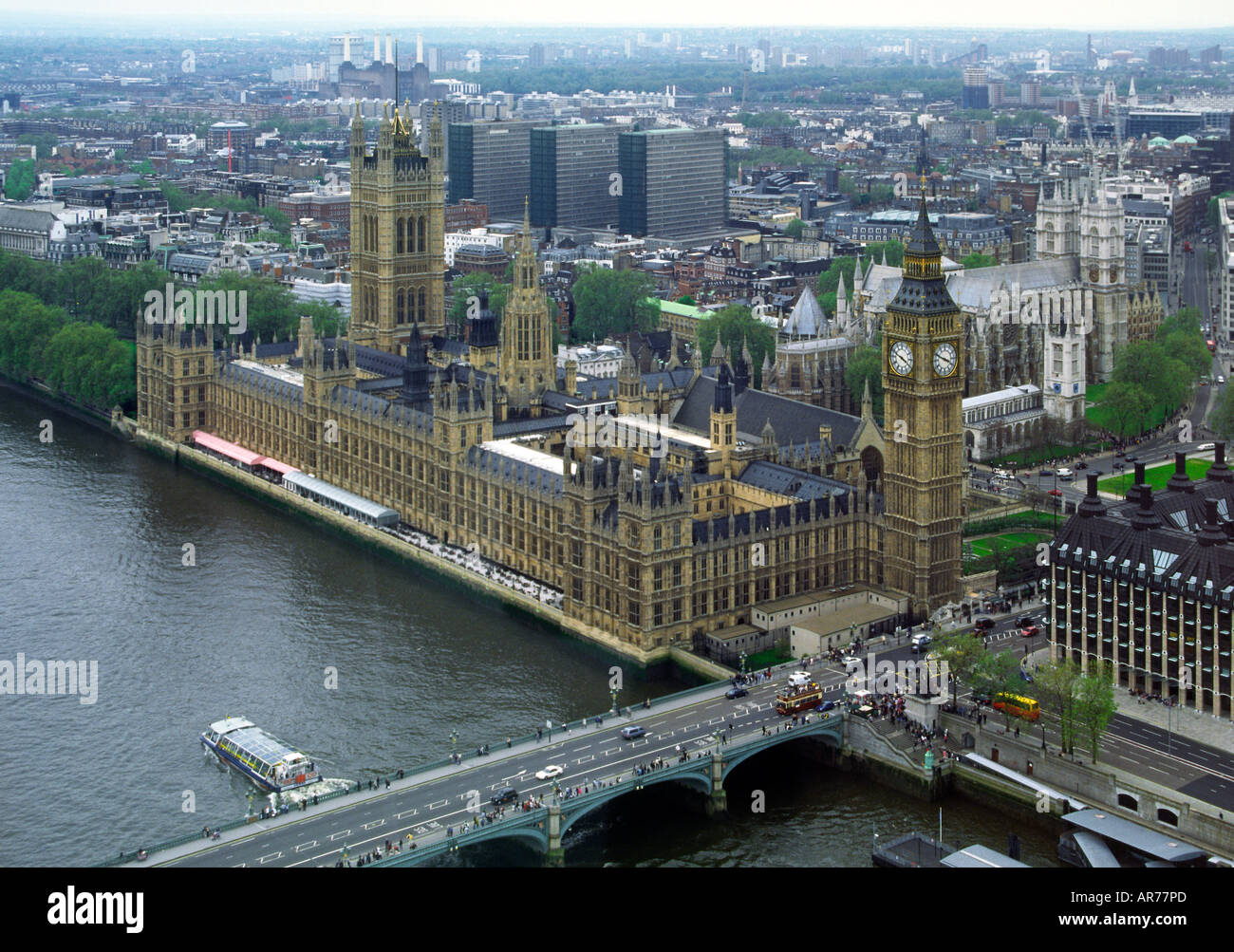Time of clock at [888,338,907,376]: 3:48
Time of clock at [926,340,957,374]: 3:49
